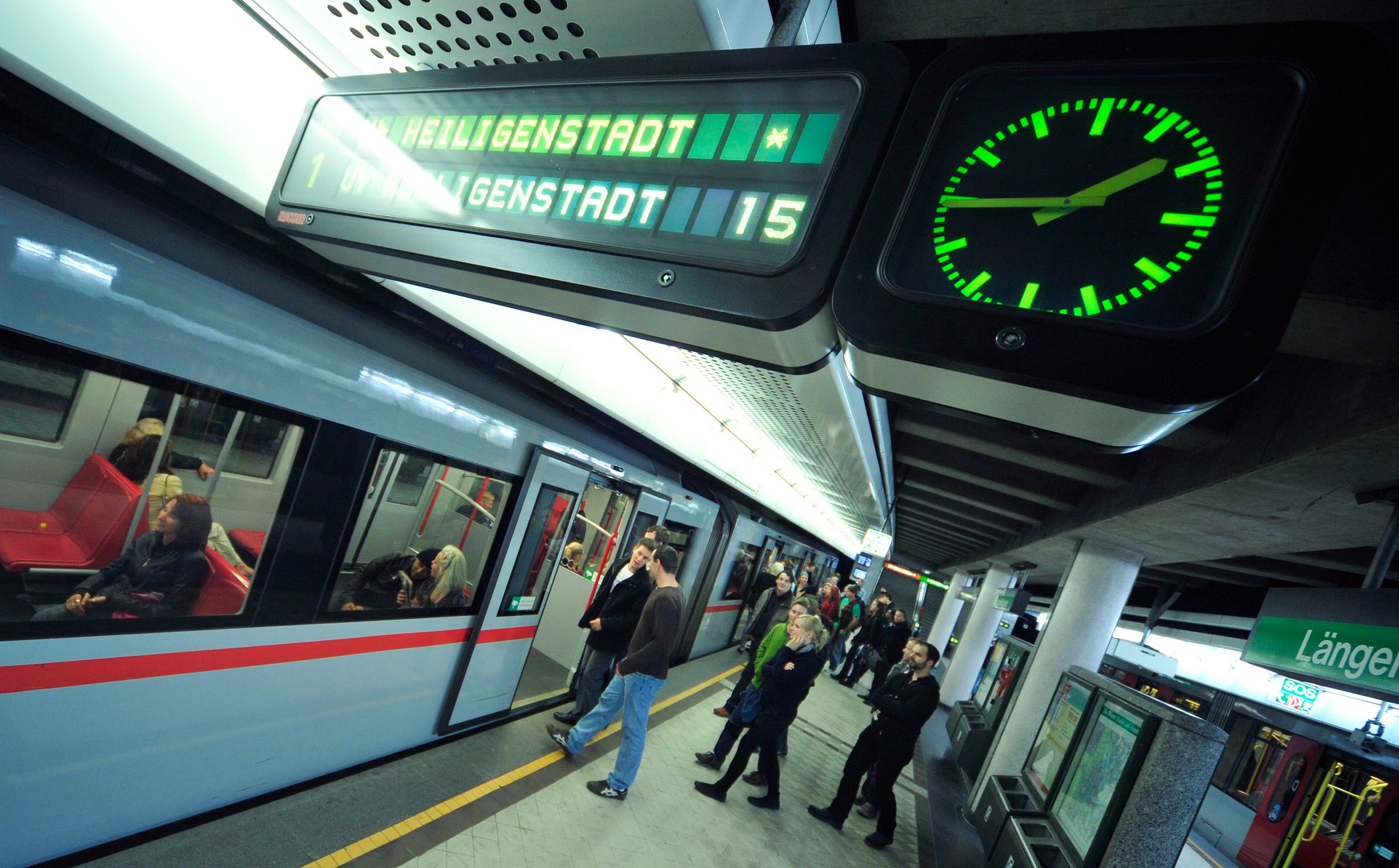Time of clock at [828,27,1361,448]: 1:44
